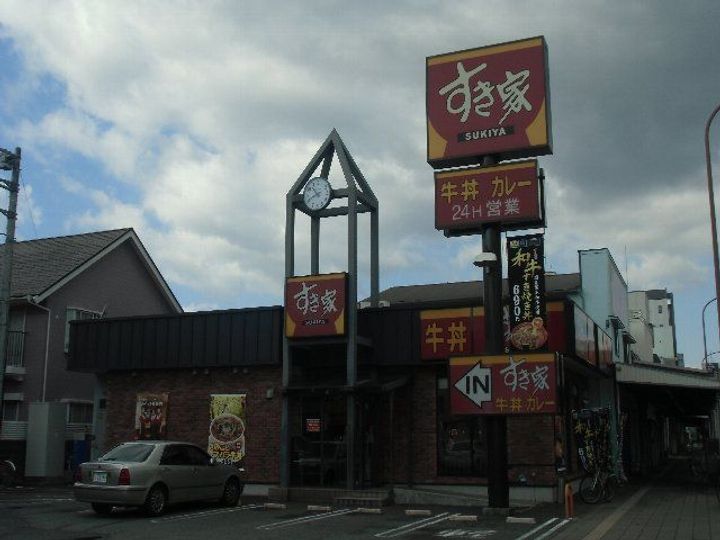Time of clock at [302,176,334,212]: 10:41
